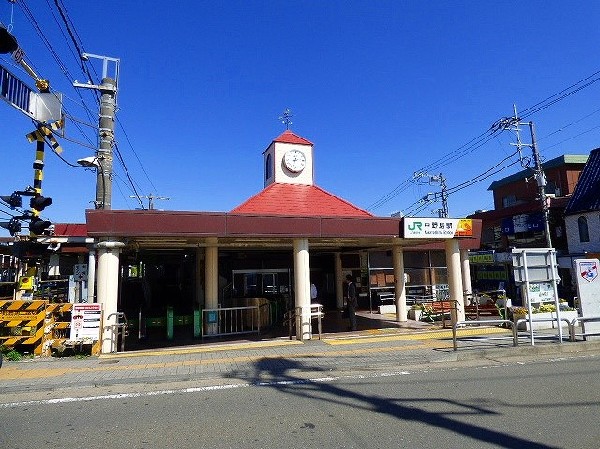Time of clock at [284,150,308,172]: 2:32
